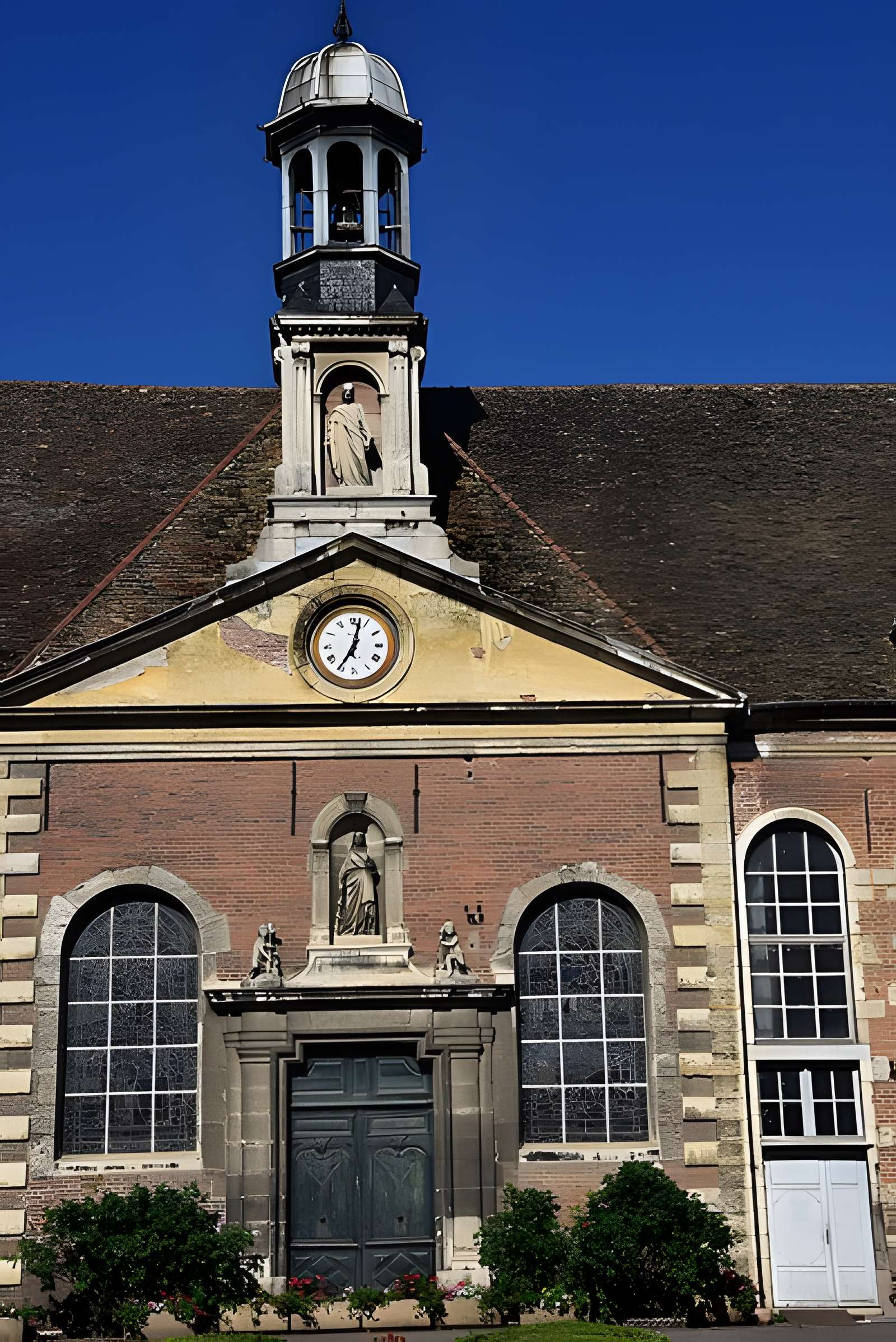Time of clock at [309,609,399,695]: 7:02
